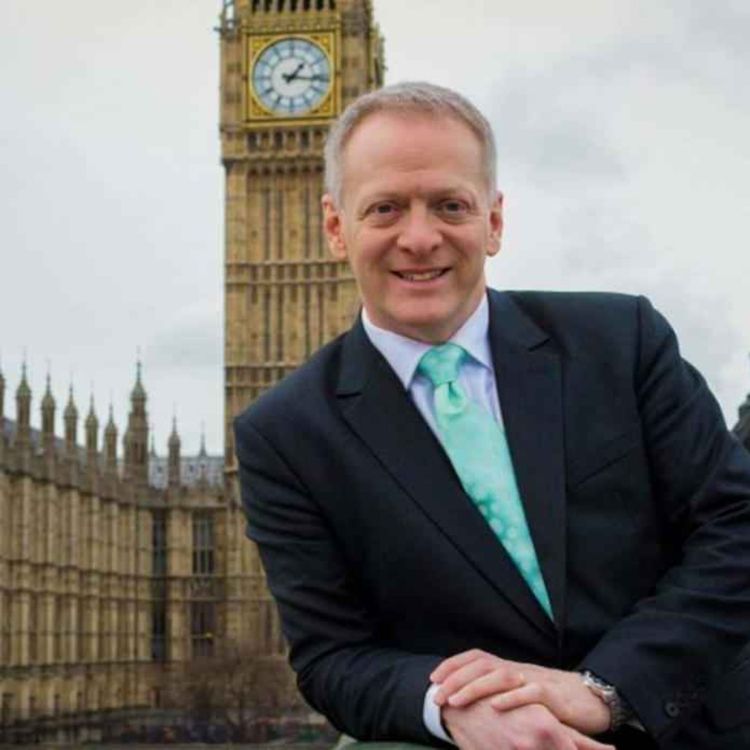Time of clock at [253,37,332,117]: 1:16
